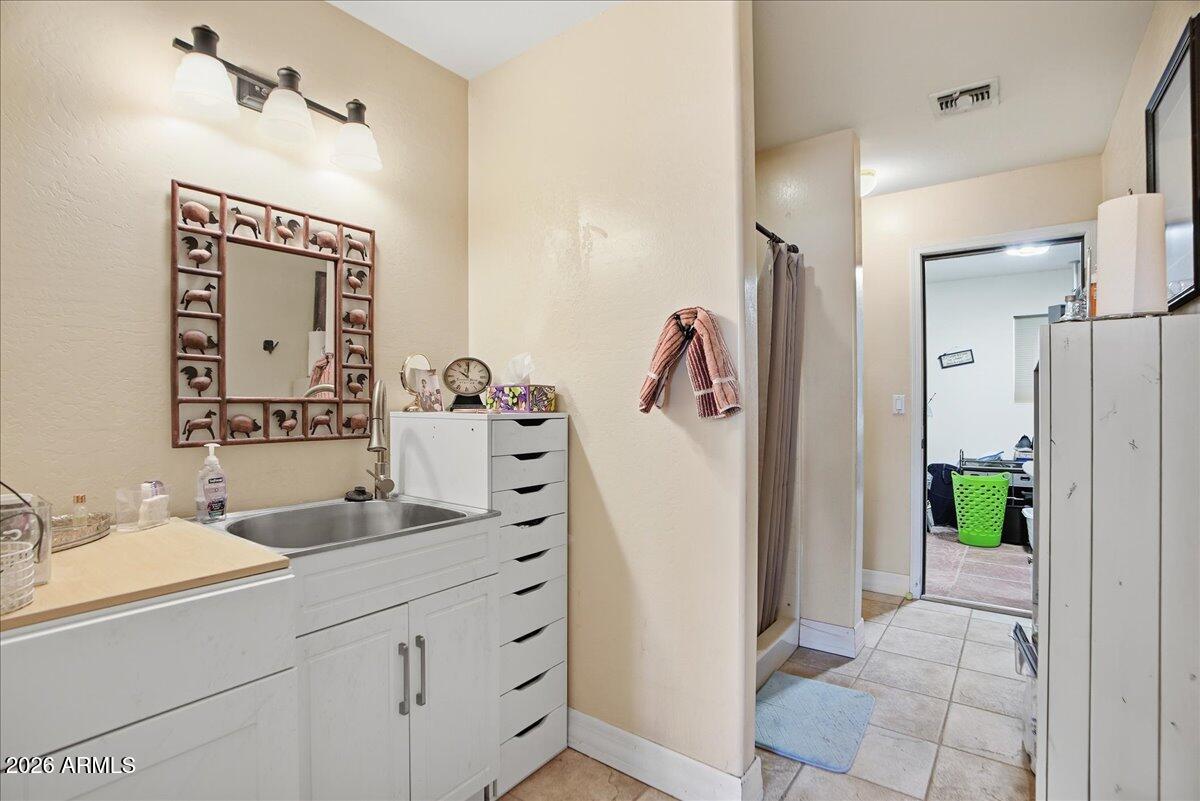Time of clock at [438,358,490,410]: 10:00
